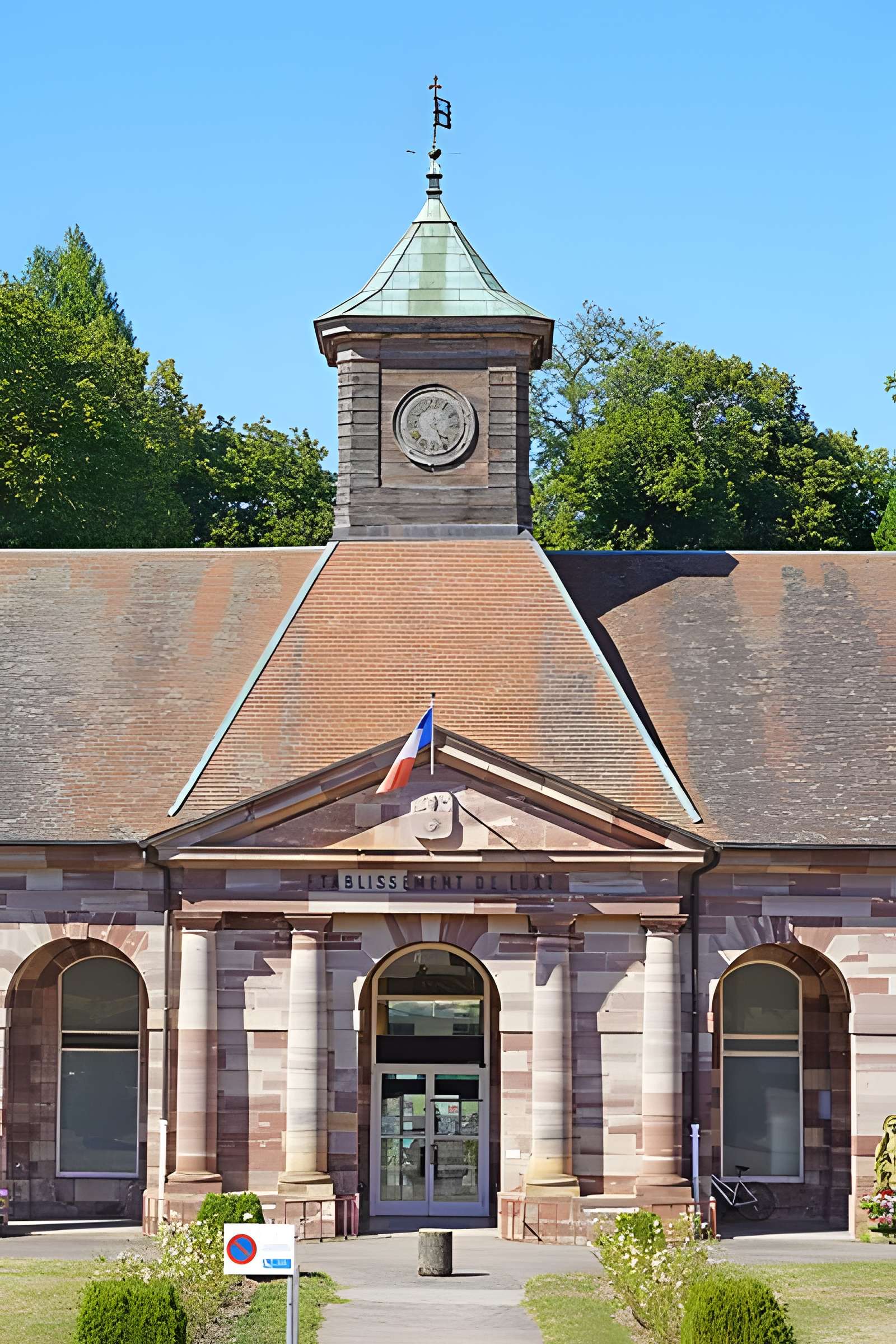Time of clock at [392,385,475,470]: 4:25
